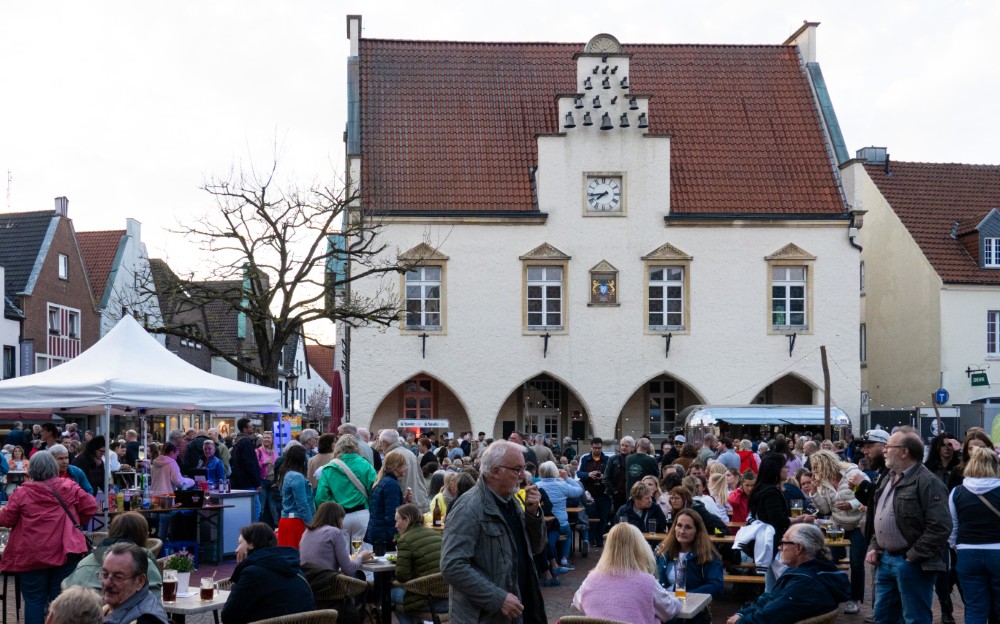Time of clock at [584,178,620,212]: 7:43
